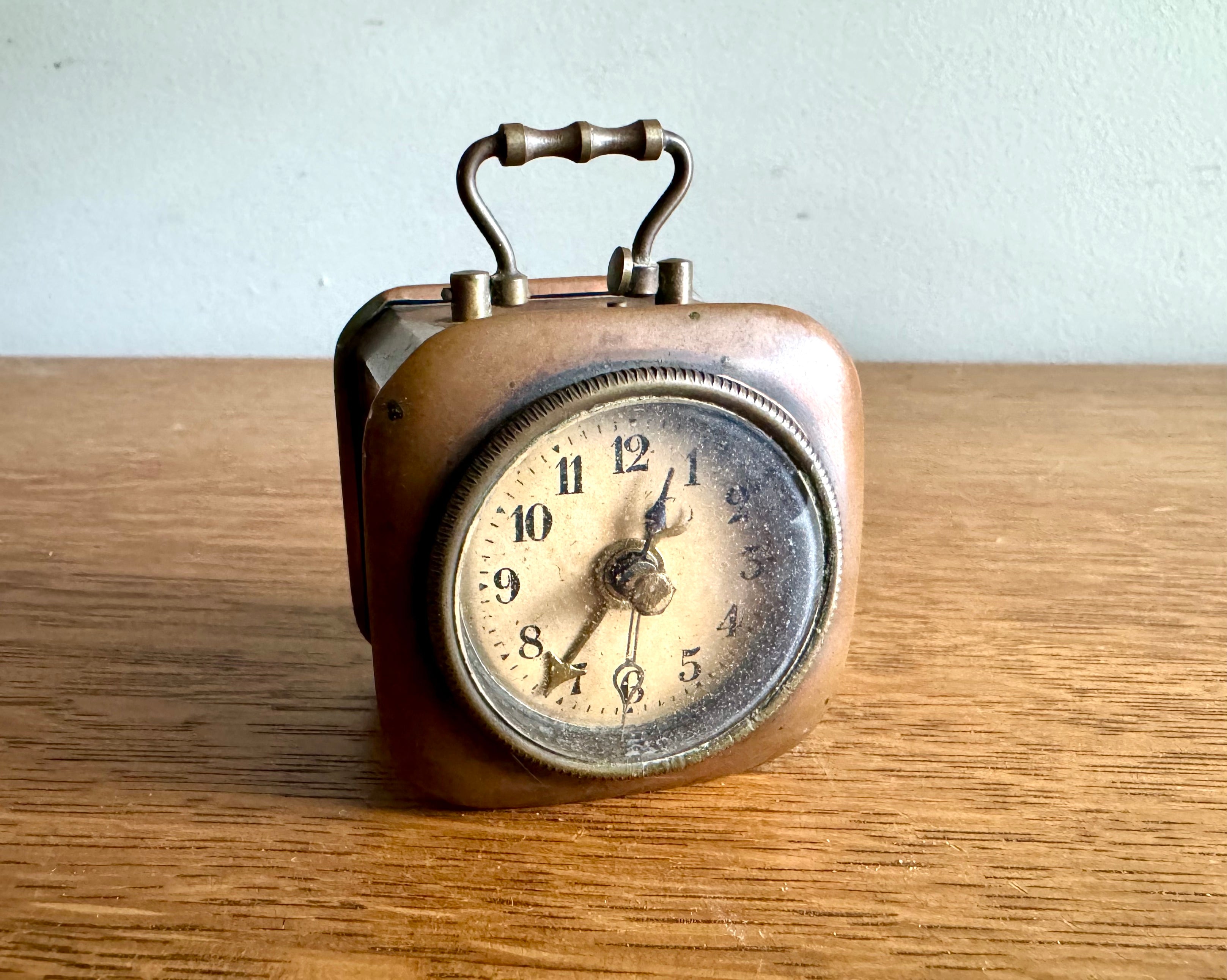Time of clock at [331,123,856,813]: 12:35
